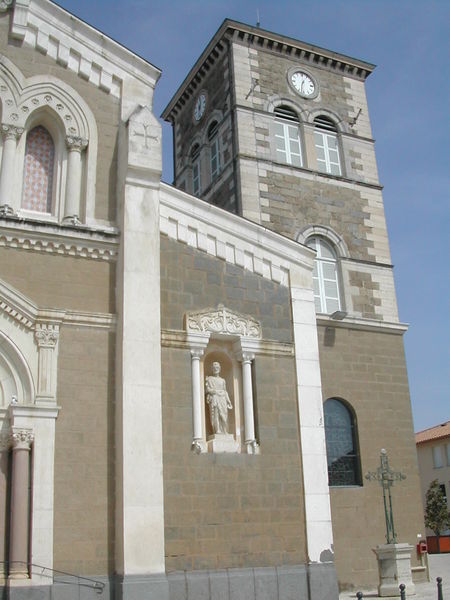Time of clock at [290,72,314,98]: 12:32
